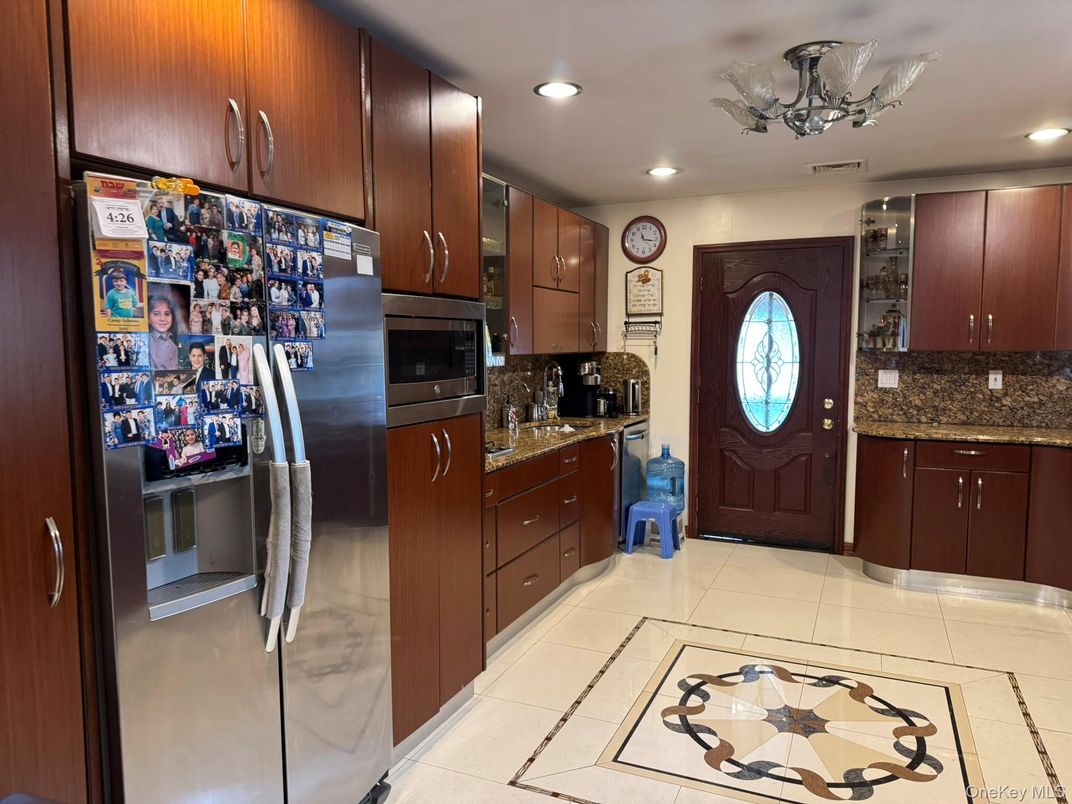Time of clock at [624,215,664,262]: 11:16
